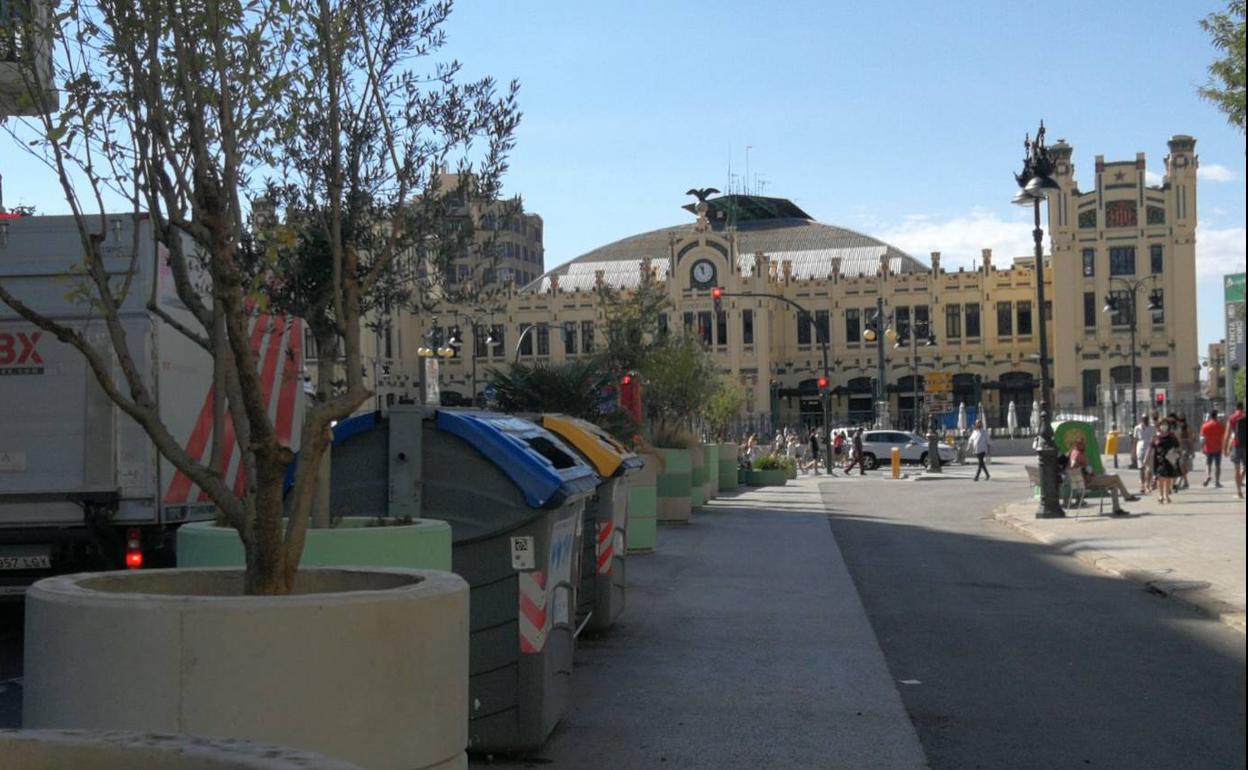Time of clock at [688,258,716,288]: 11:56
